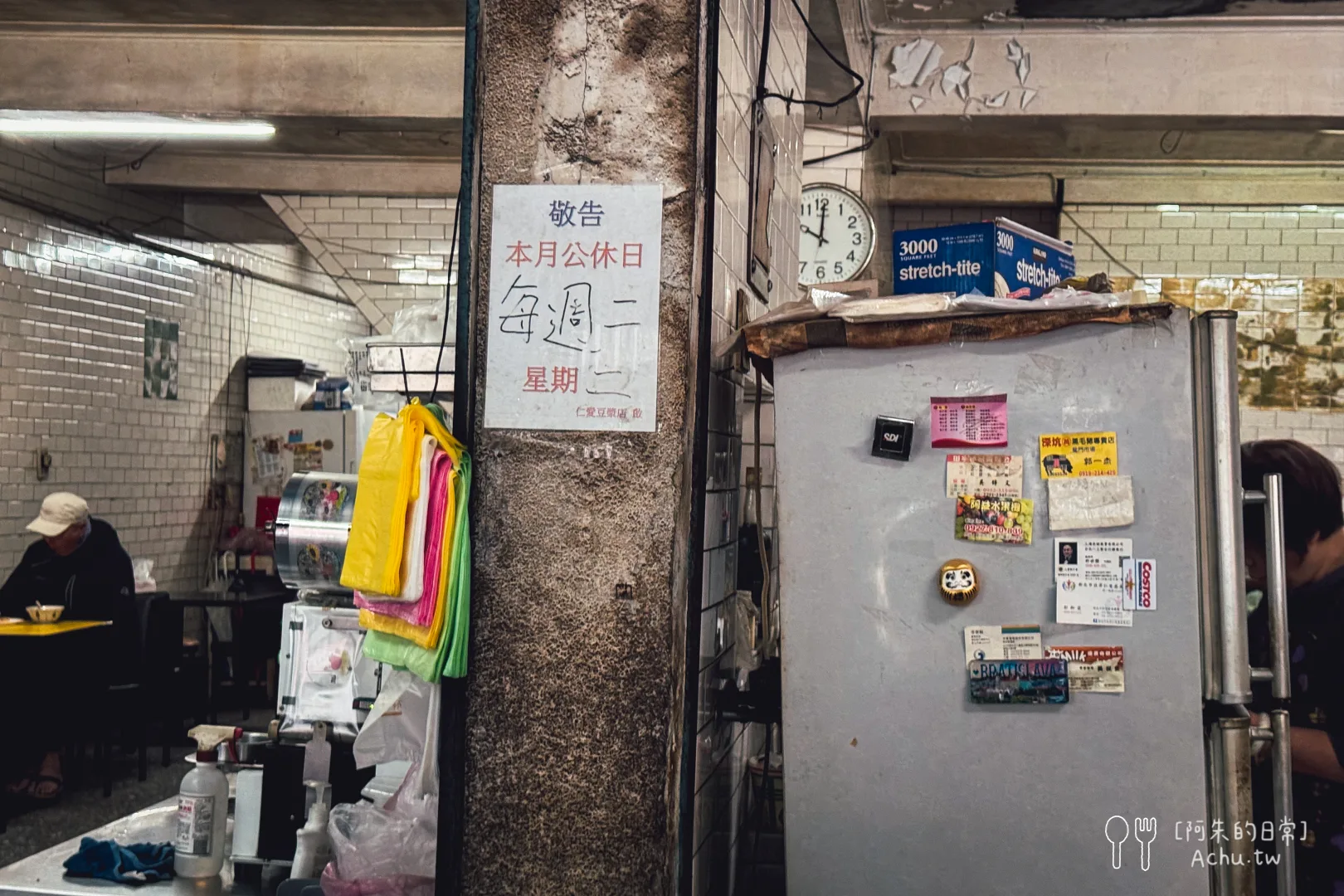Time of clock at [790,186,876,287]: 10:00
